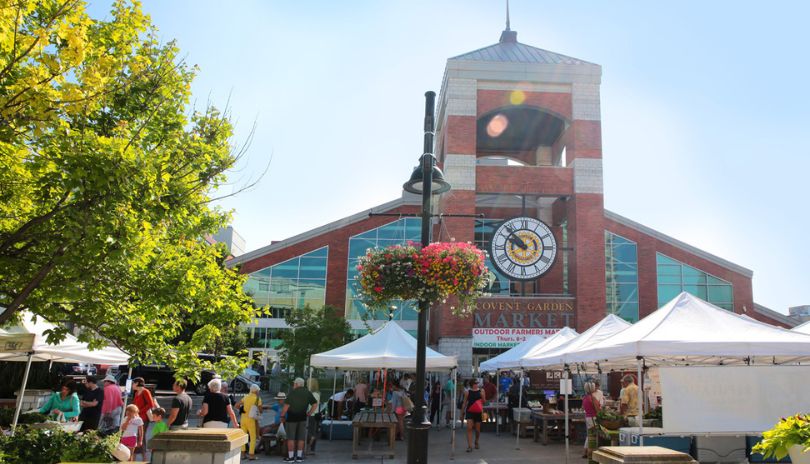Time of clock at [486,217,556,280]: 9:53
